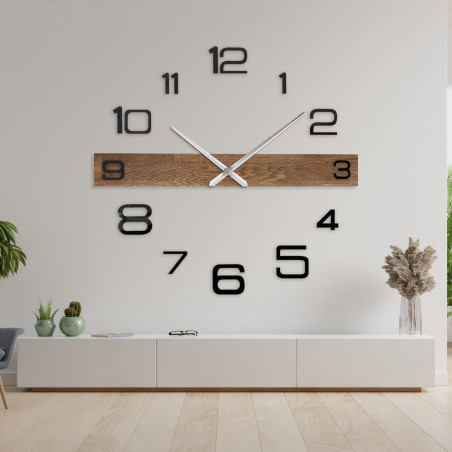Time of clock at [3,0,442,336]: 9:15
